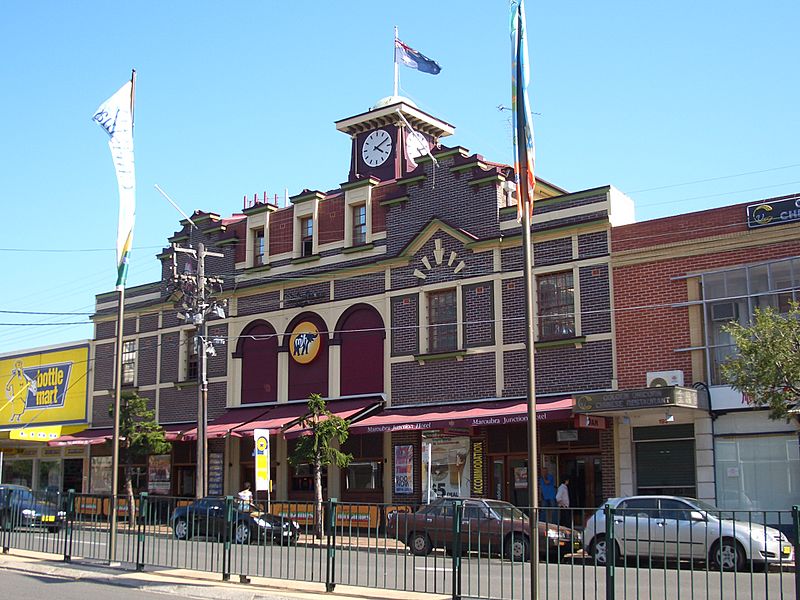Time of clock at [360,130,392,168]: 4:10
